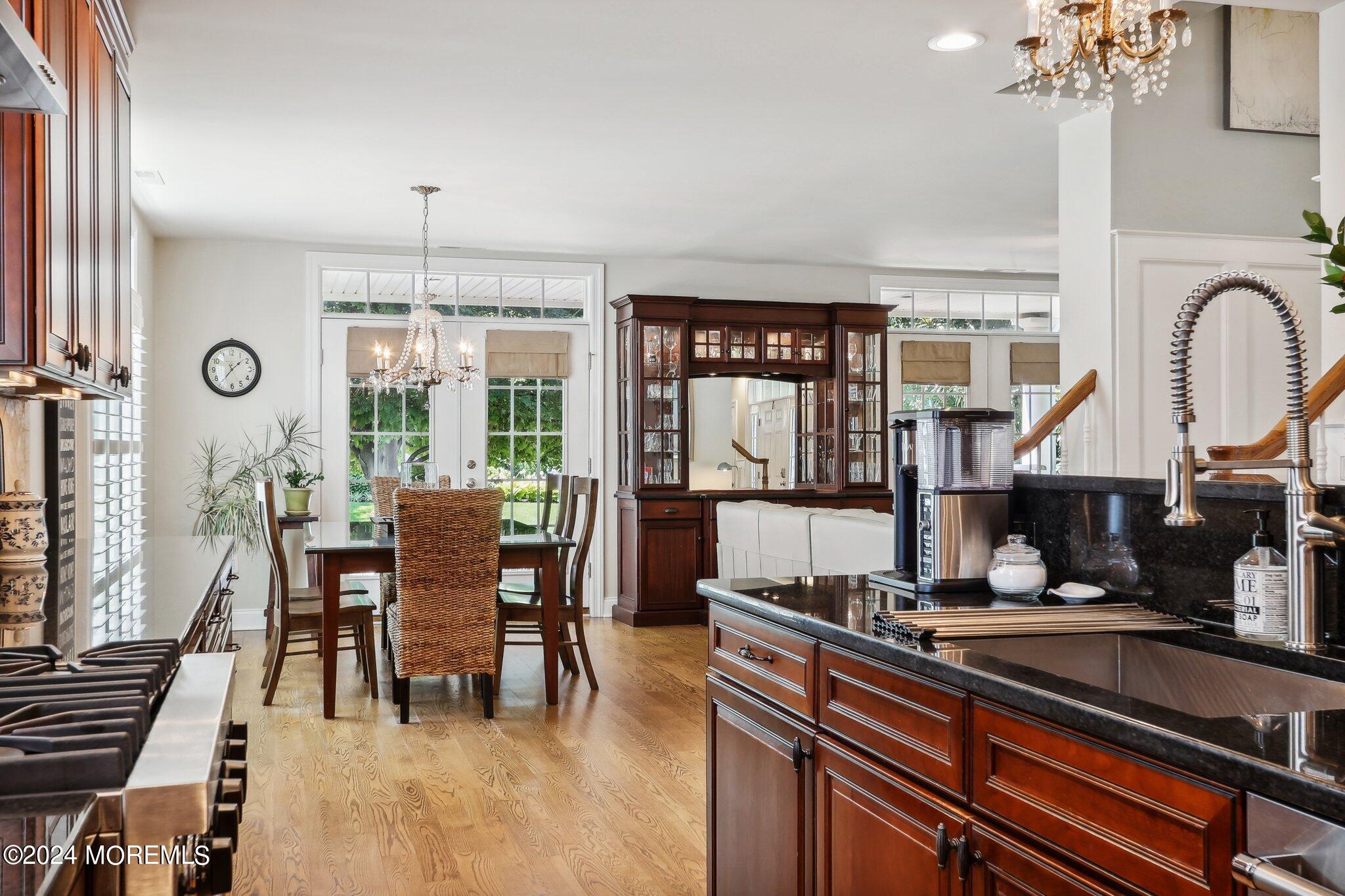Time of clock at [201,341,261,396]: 1:36
